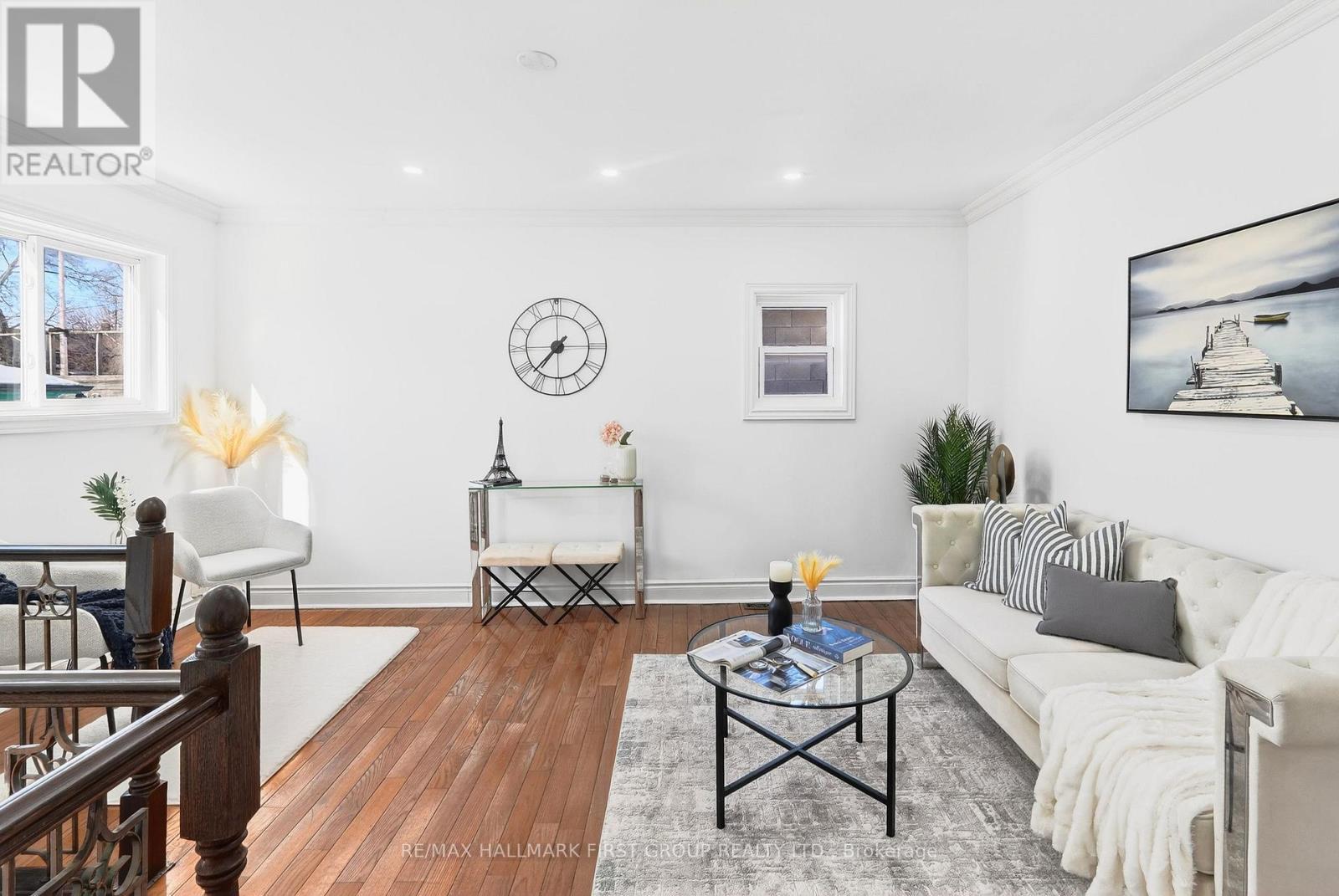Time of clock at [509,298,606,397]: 7:37
